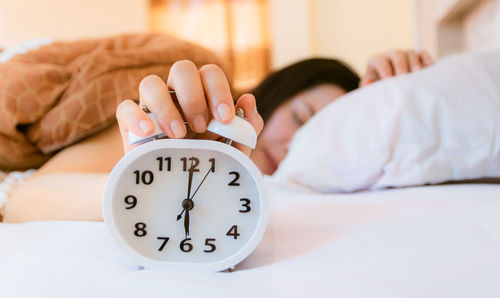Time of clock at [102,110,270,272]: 6:00
